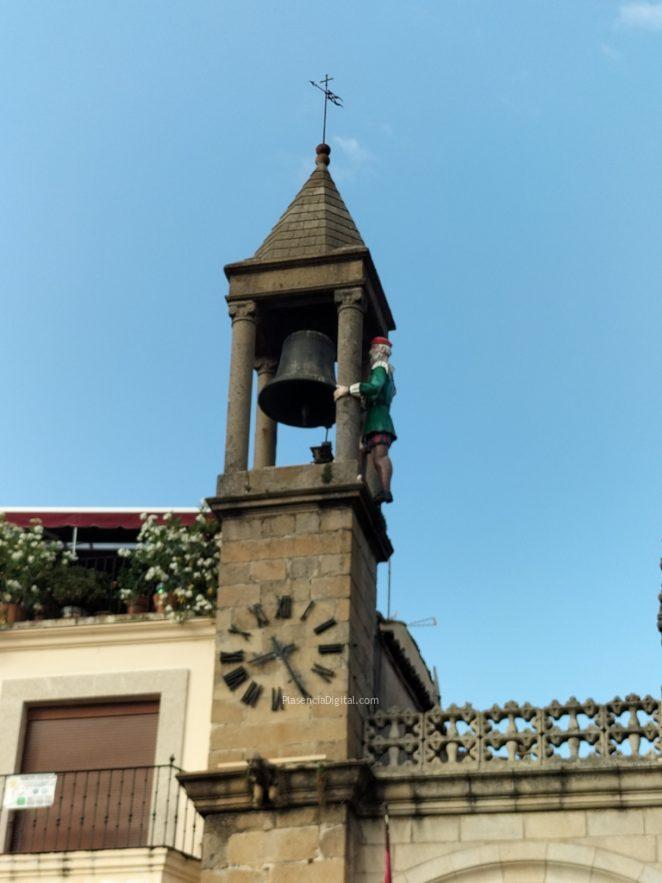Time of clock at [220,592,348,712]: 8:24
